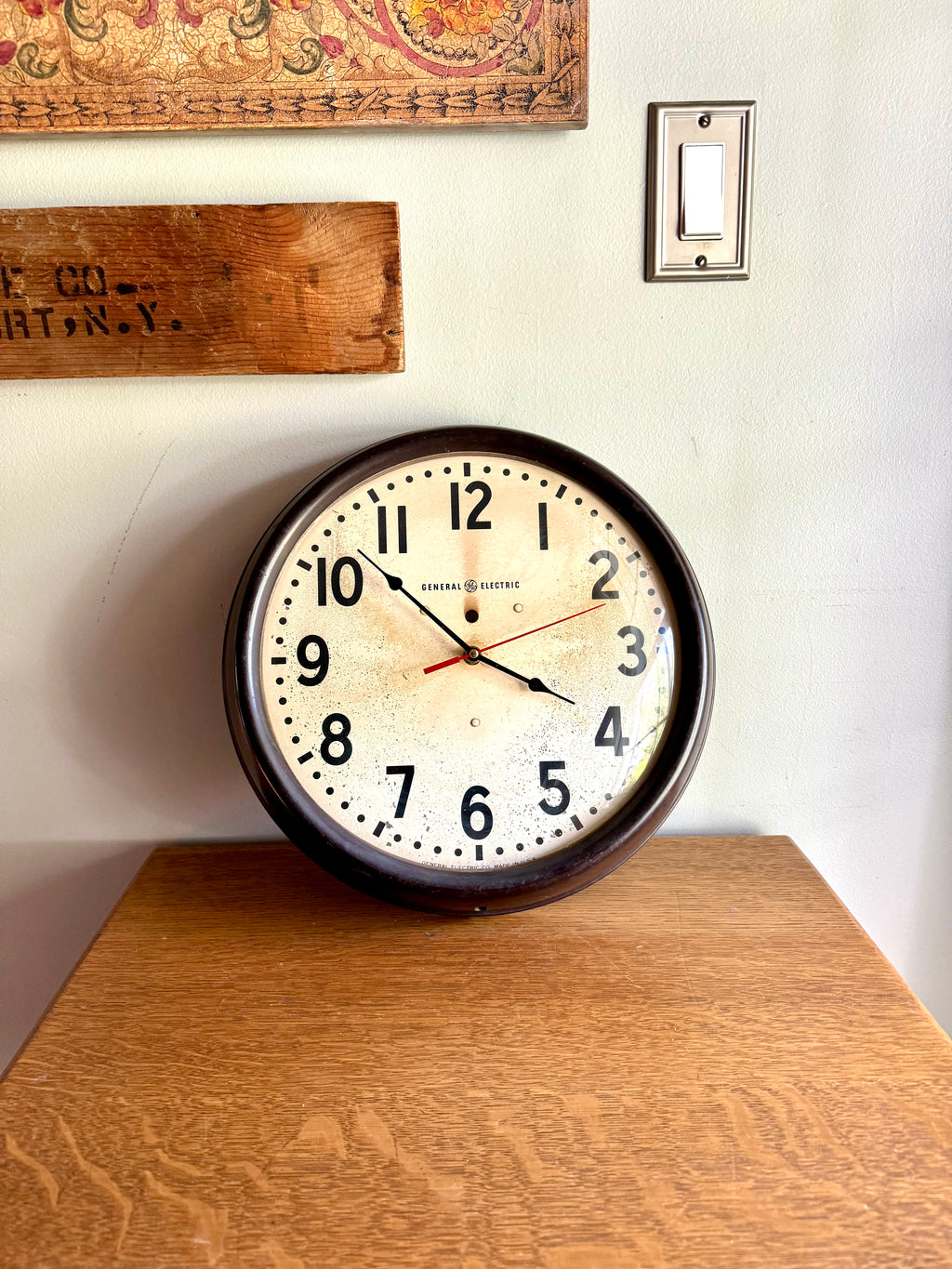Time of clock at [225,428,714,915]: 3:52
